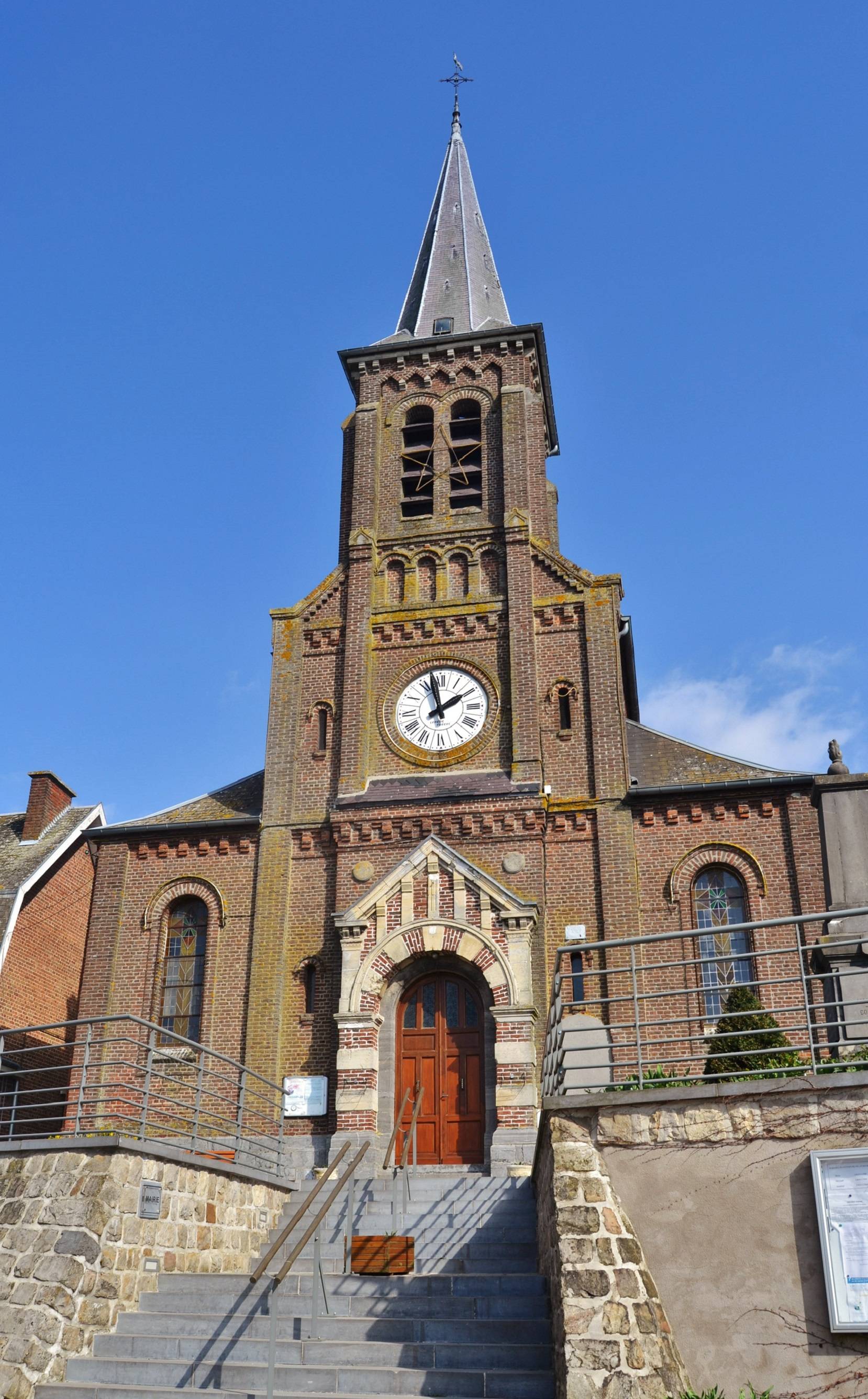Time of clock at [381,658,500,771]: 1:57
